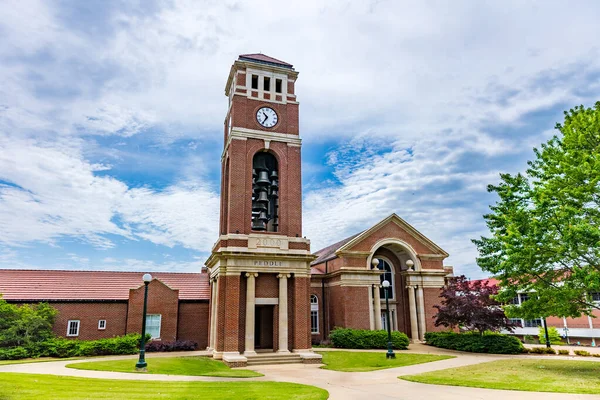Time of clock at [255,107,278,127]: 10:35
